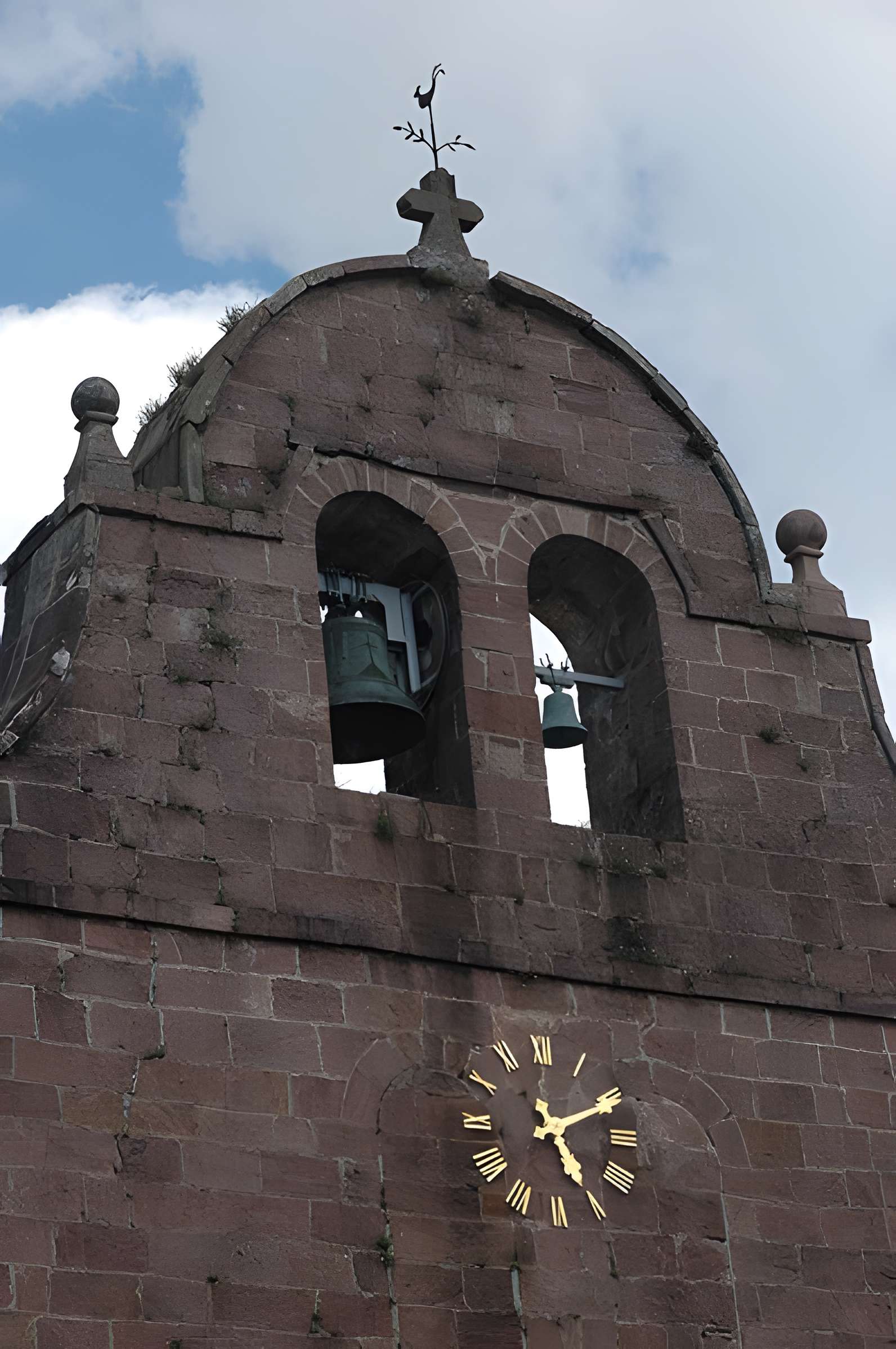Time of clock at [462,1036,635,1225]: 5:10
